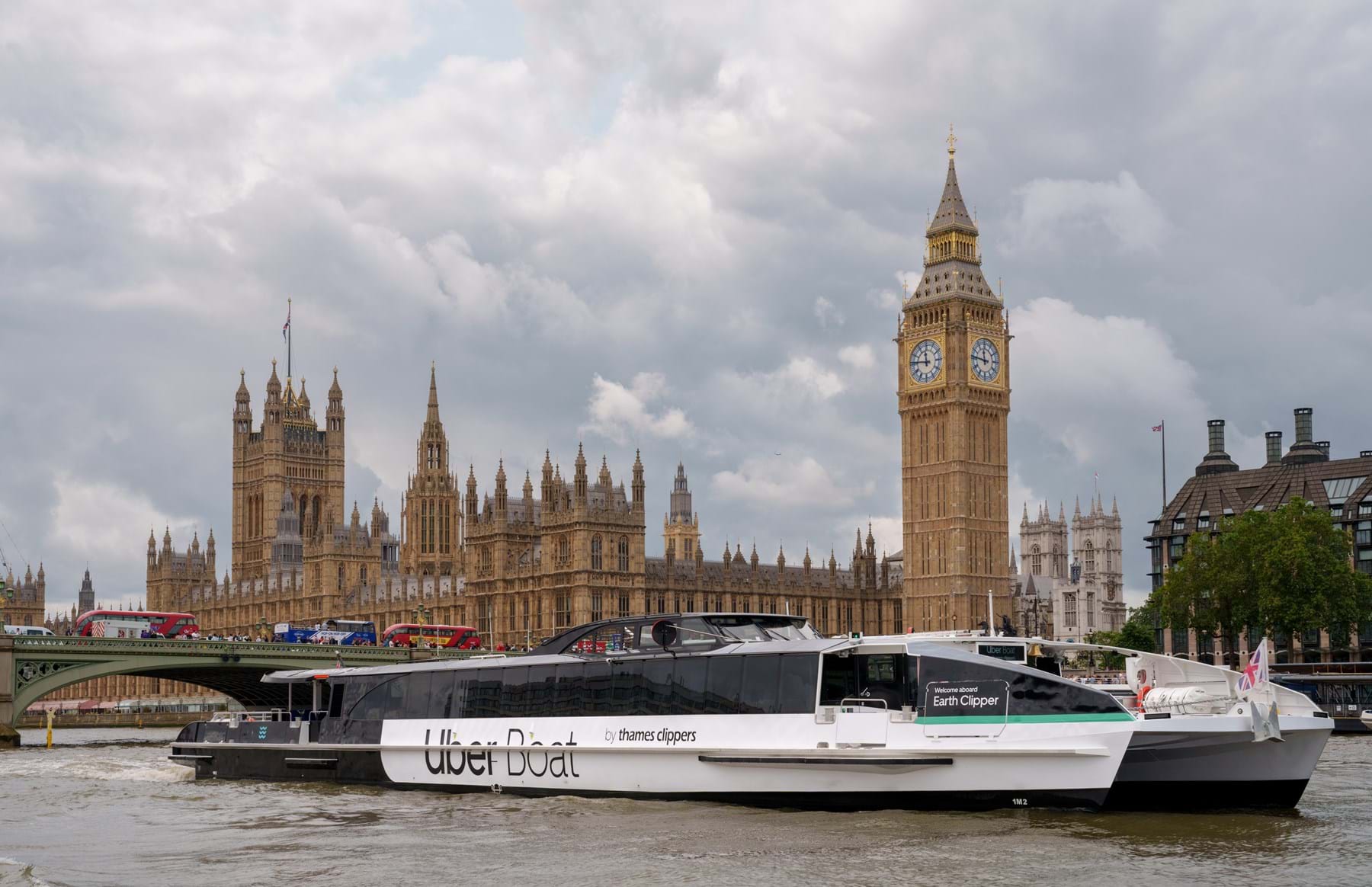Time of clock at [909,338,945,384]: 11:46
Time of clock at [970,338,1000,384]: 11:46
